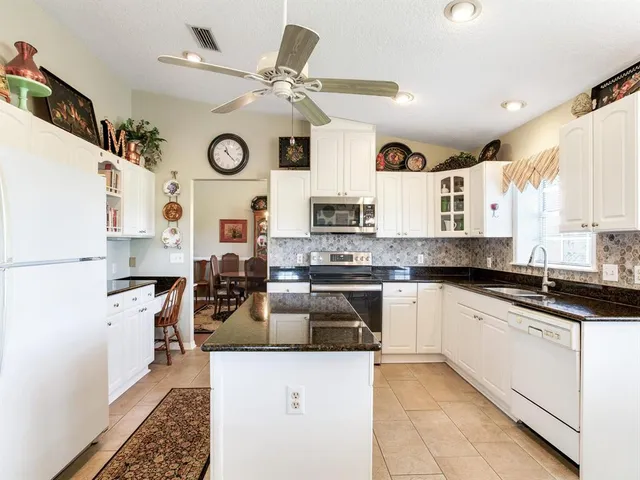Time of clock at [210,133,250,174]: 11:22
